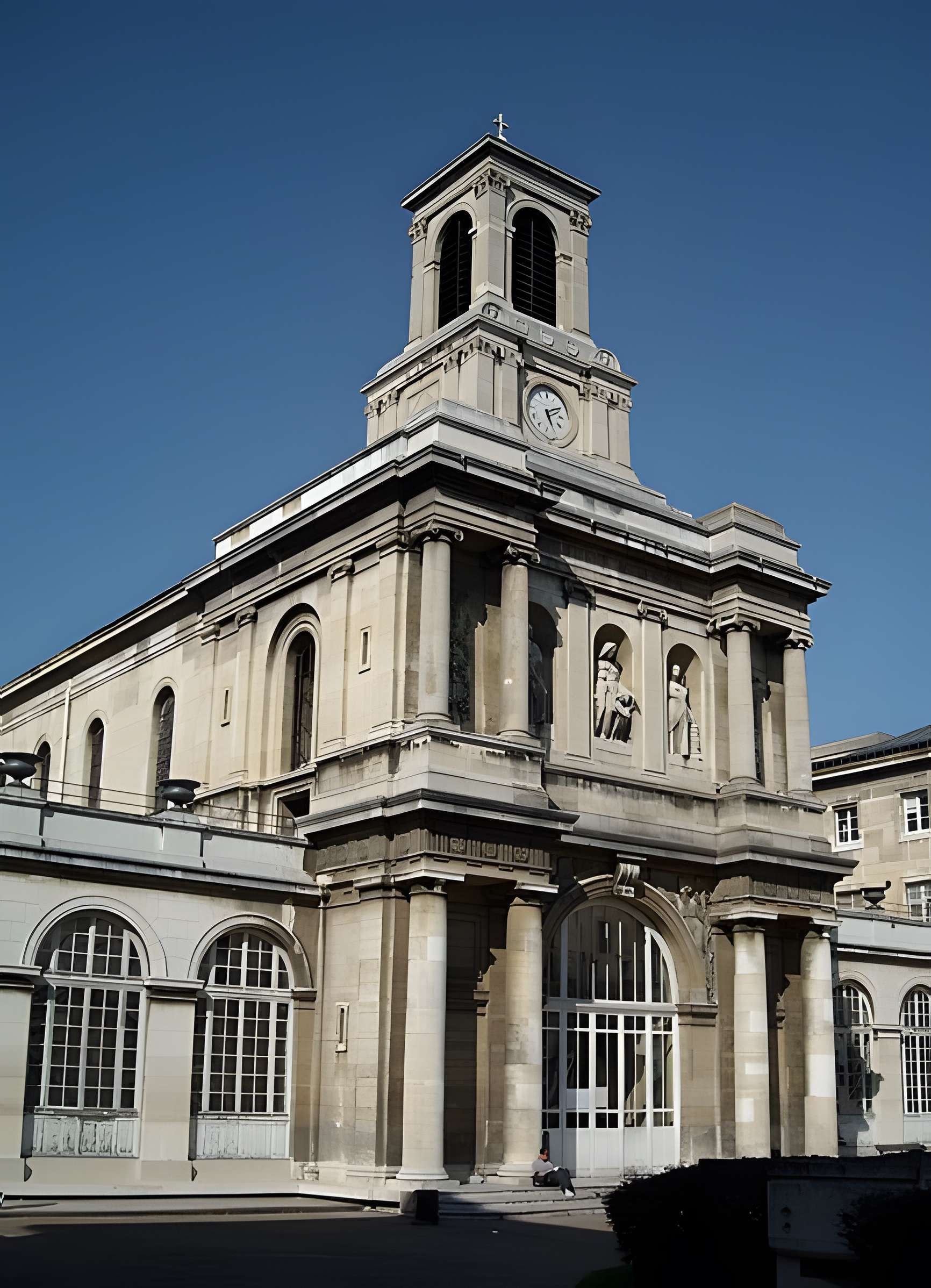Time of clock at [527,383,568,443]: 5:10
